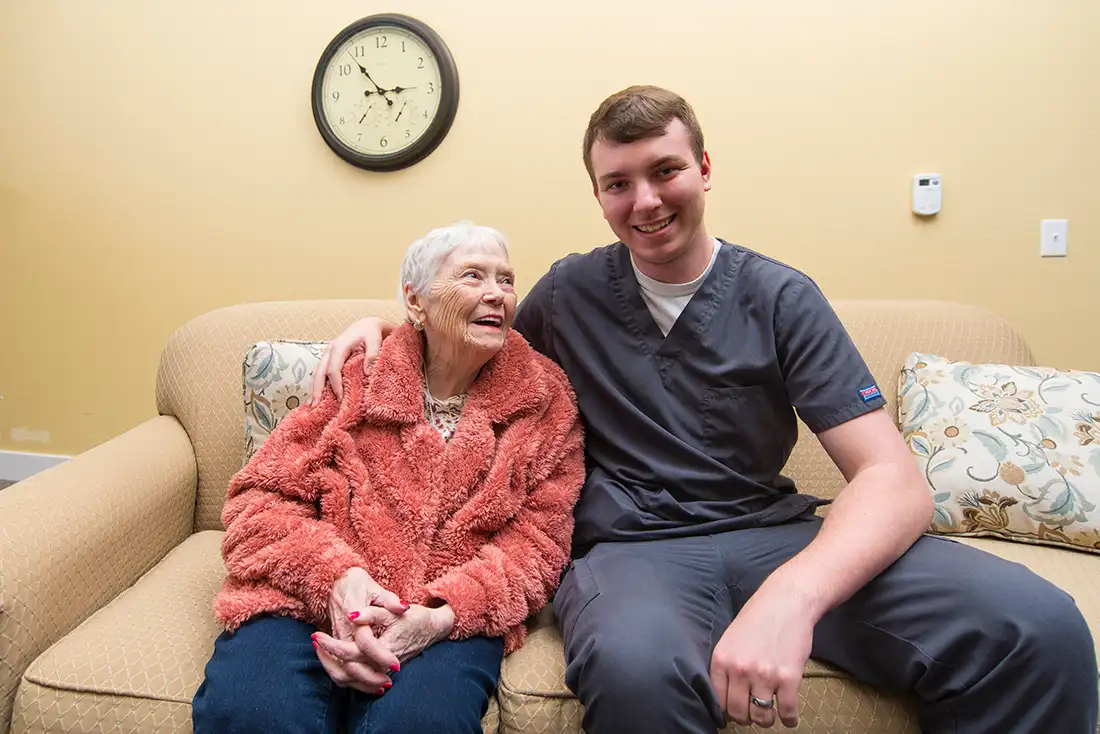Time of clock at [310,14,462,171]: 2:53
